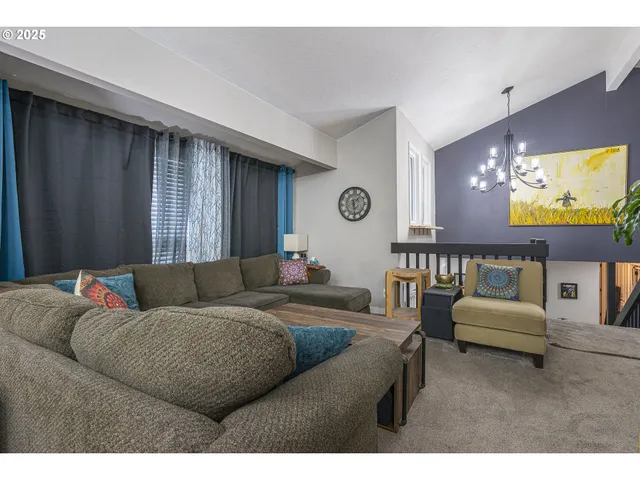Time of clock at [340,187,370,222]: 1:29
